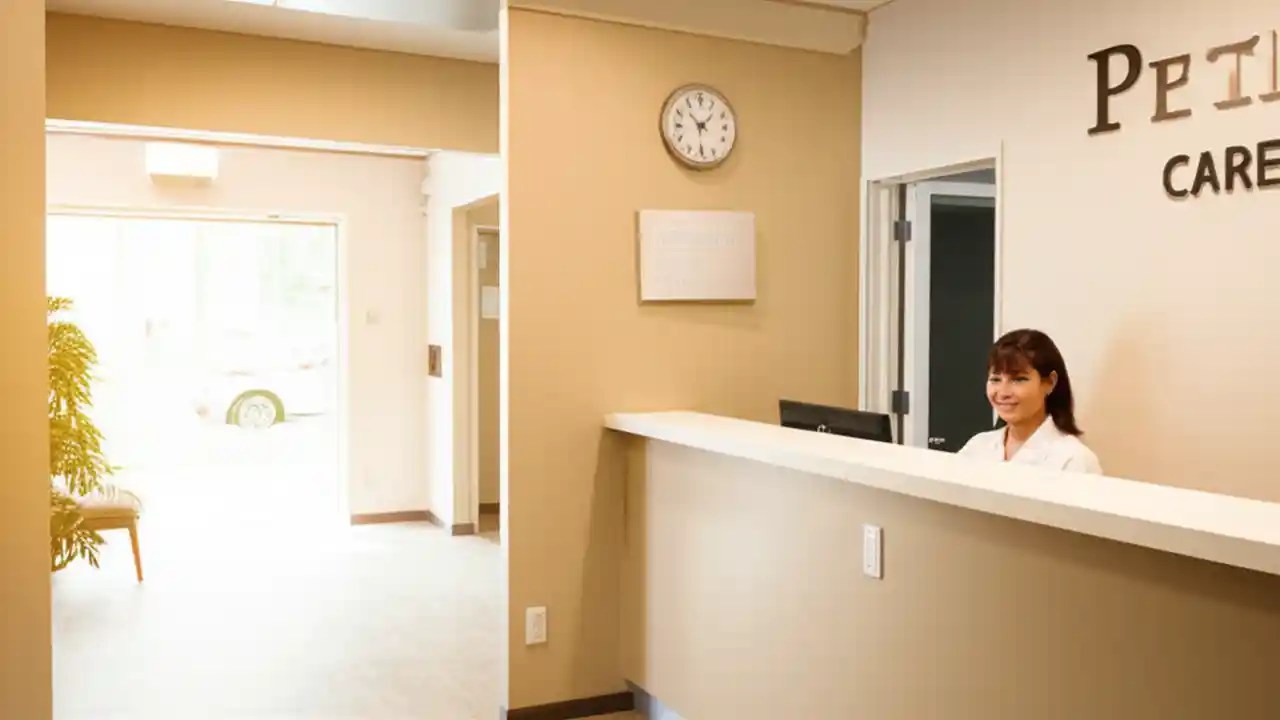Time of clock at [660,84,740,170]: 1:29
